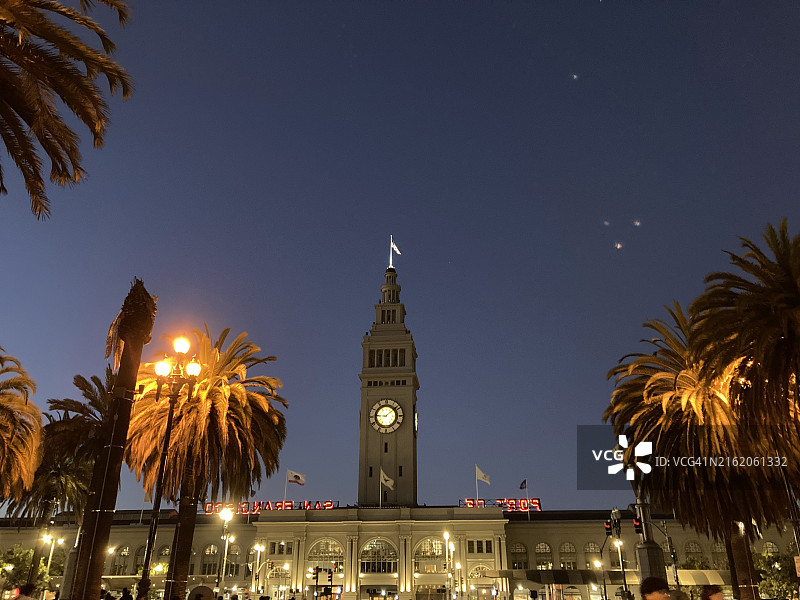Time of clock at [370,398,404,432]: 9:08
